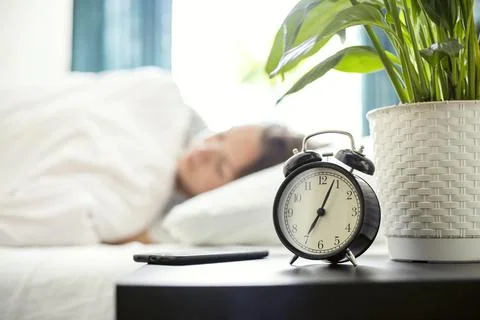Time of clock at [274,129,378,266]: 7:04
